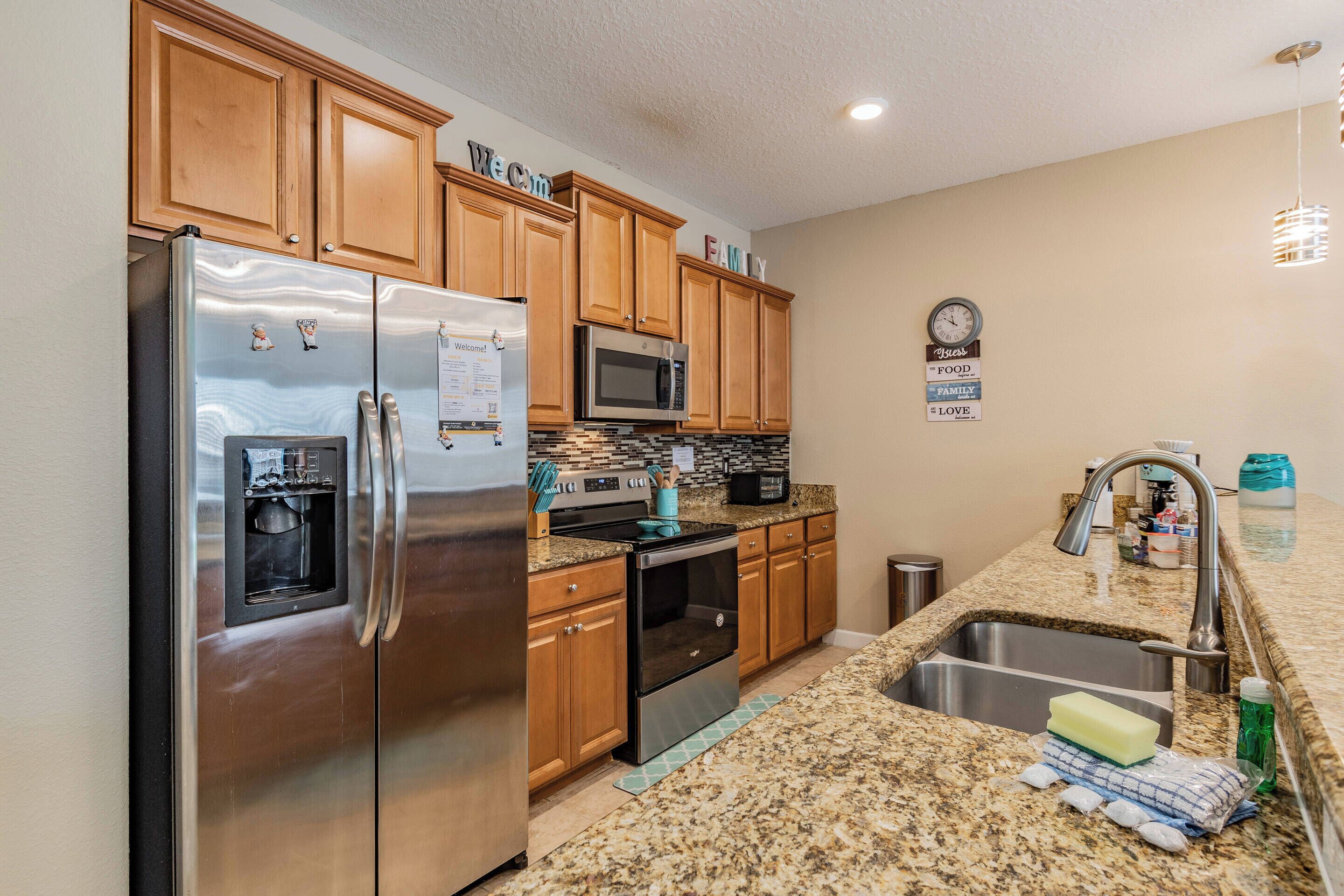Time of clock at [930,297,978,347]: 11:52
